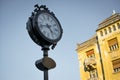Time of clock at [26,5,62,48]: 4:42
